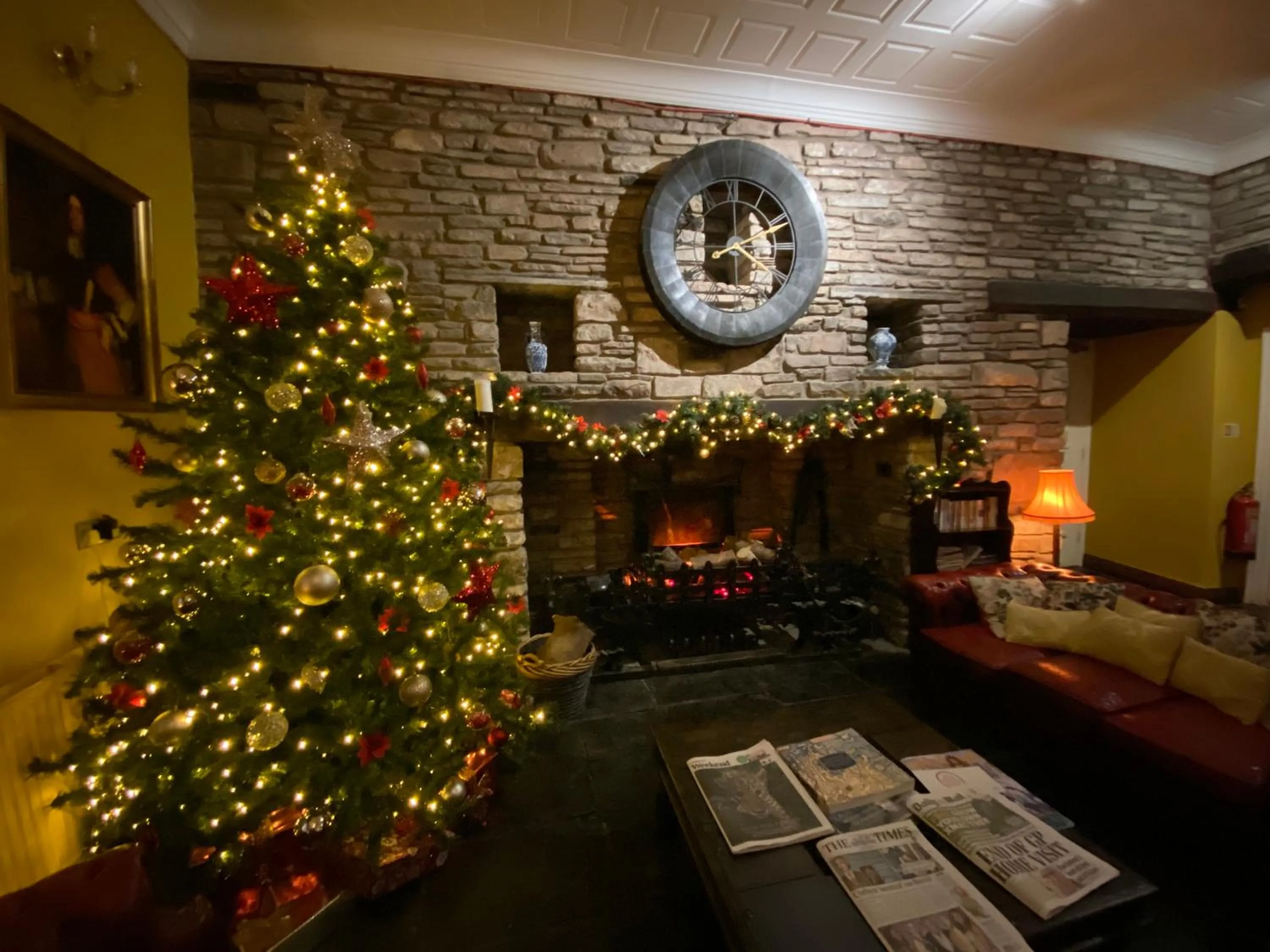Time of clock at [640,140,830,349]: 8:11
